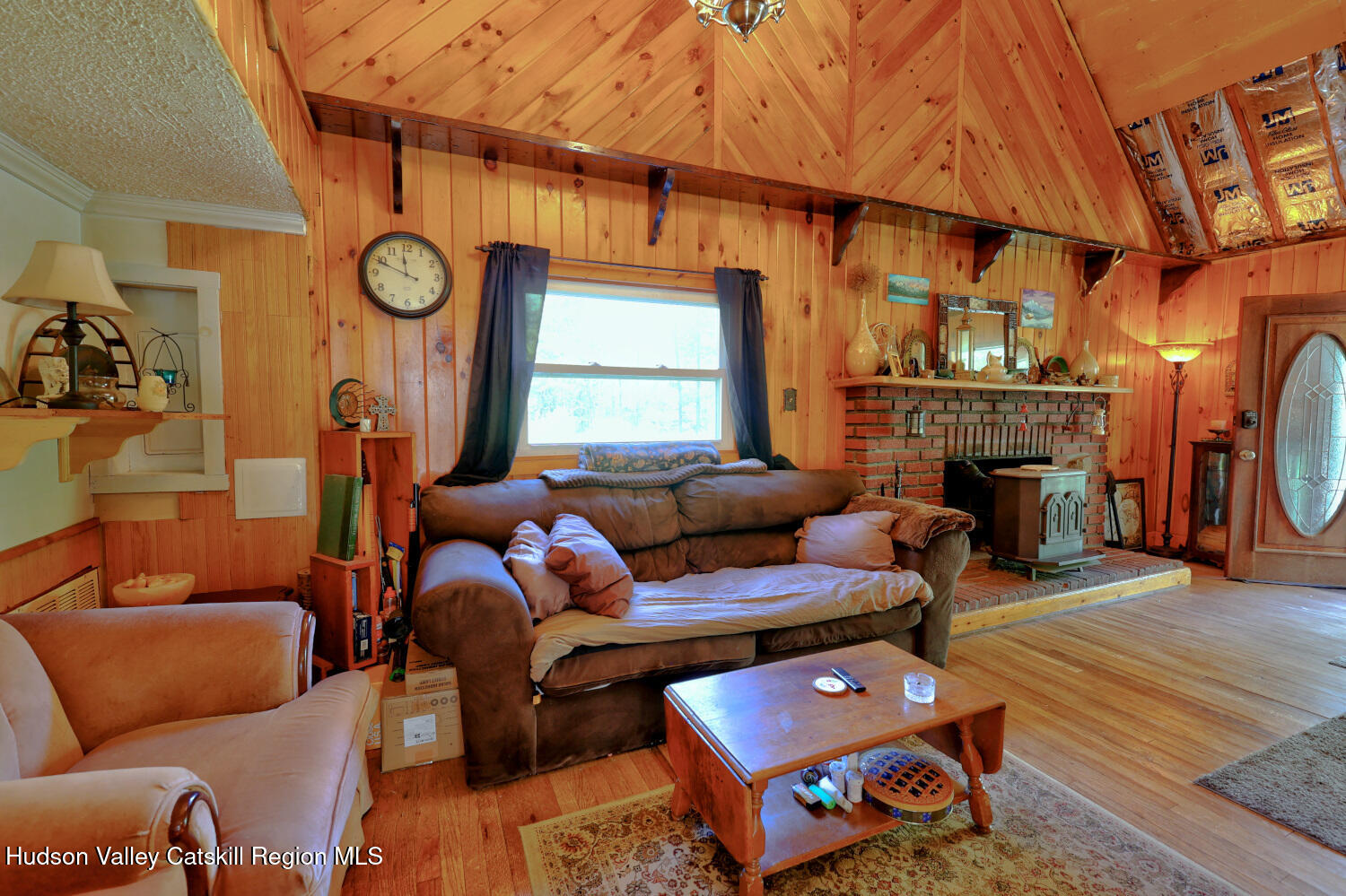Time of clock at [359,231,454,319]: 11:48
